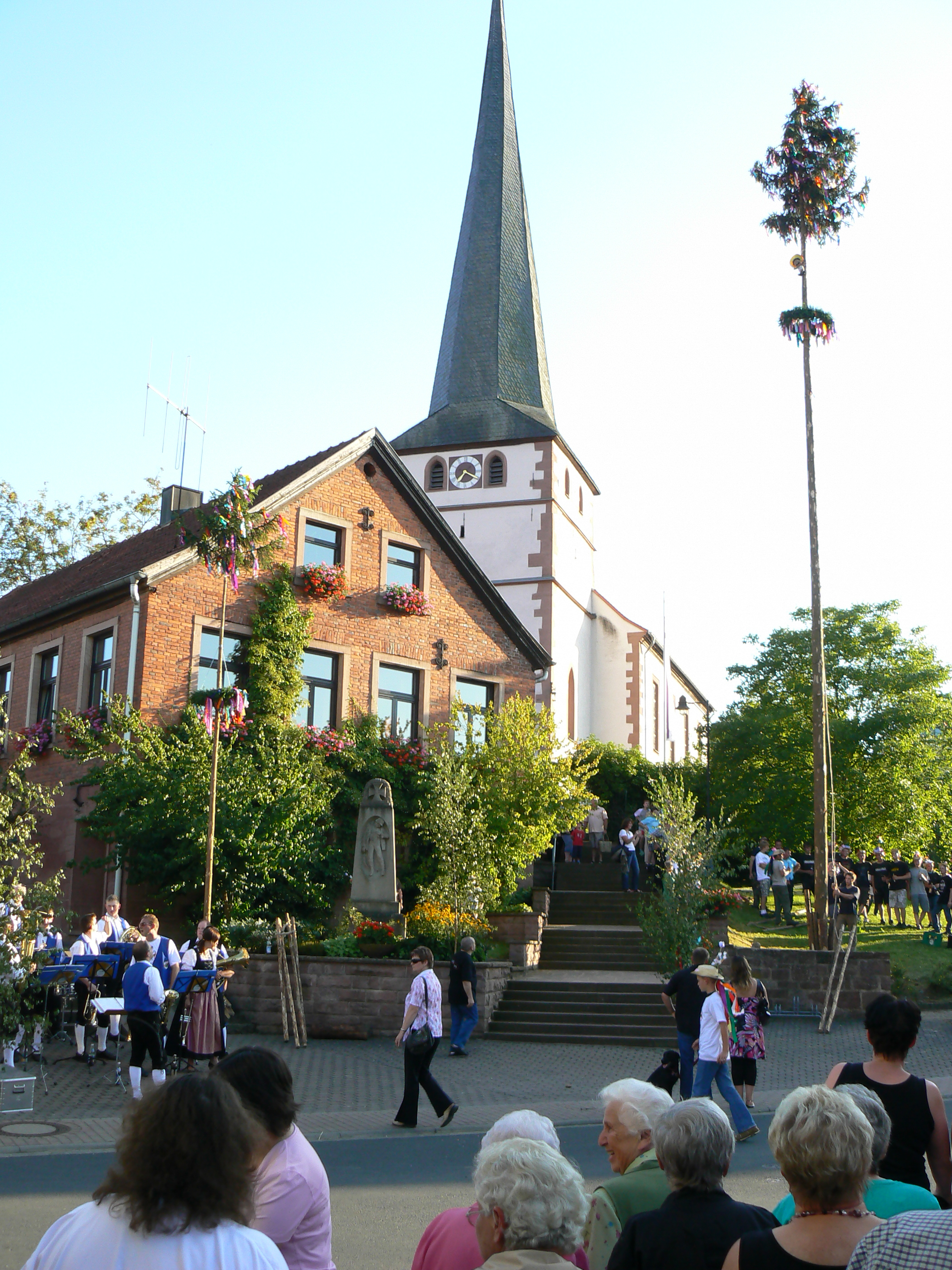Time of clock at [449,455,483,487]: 7:19
